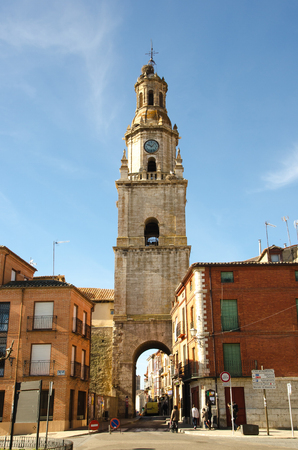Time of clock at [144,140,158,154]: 10:07
